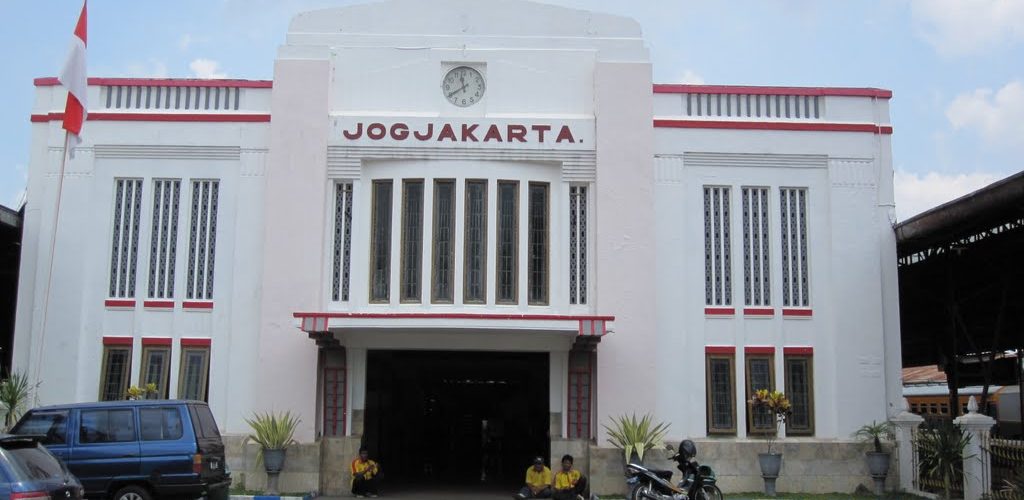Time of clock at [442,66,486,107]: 11:39
